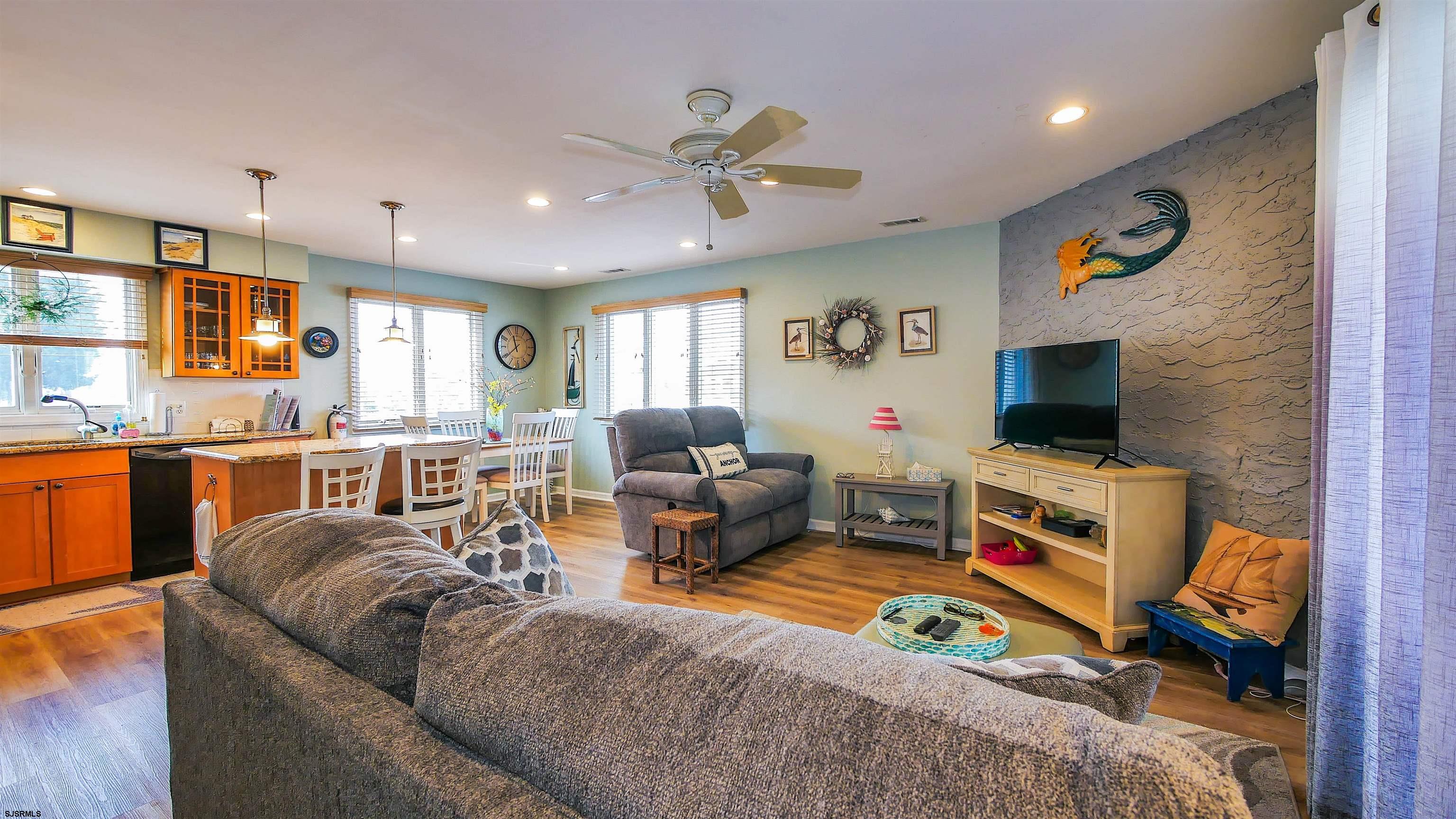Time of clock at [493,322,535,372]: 11:38
